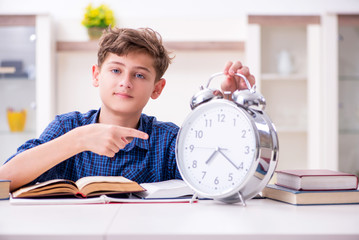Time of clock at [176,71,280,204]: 7:21
